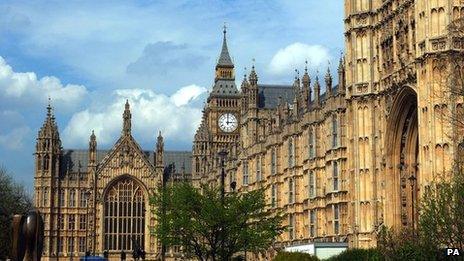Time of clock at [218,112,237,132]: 3:00
